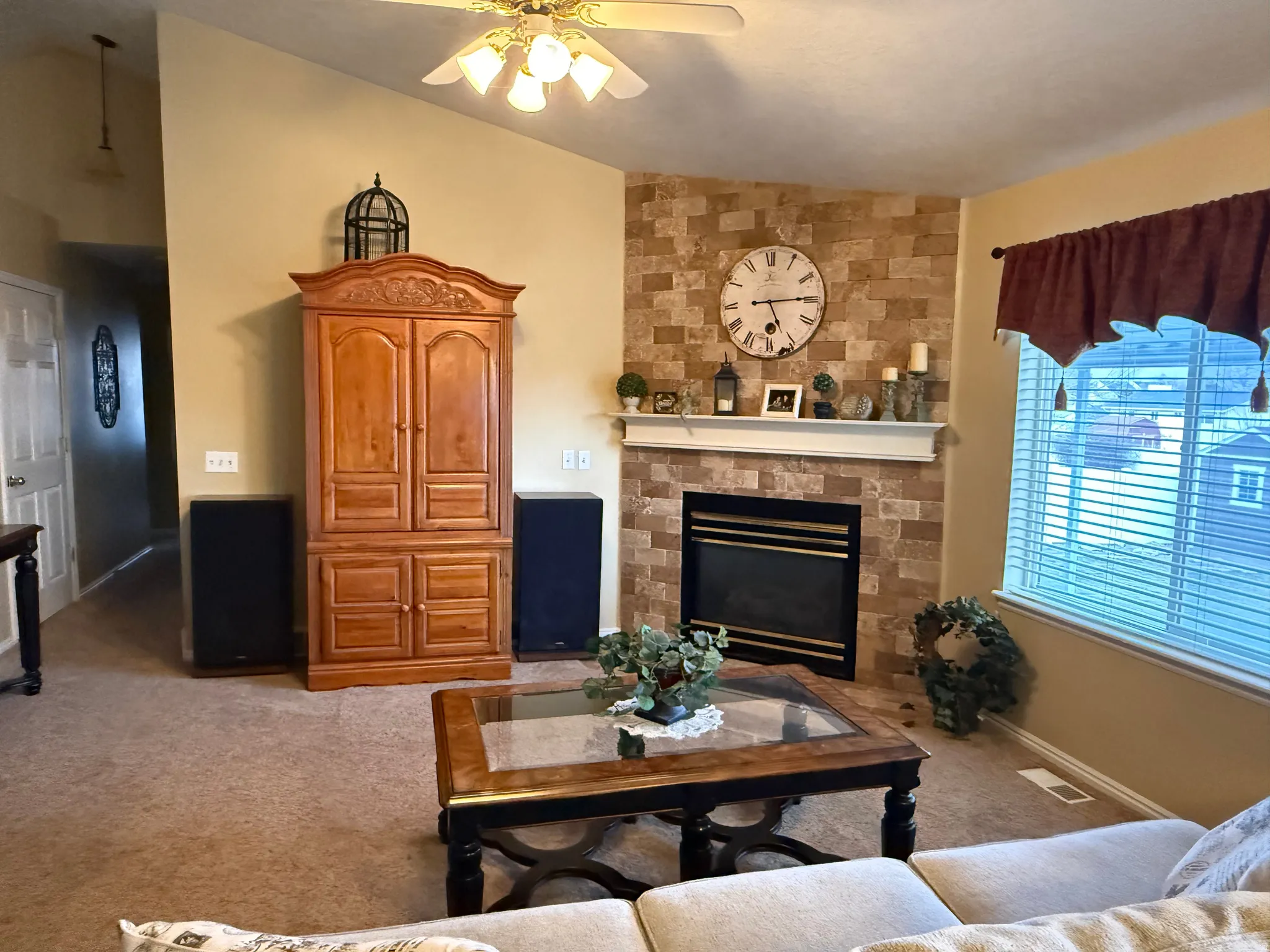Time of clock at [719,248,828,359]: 5:14
